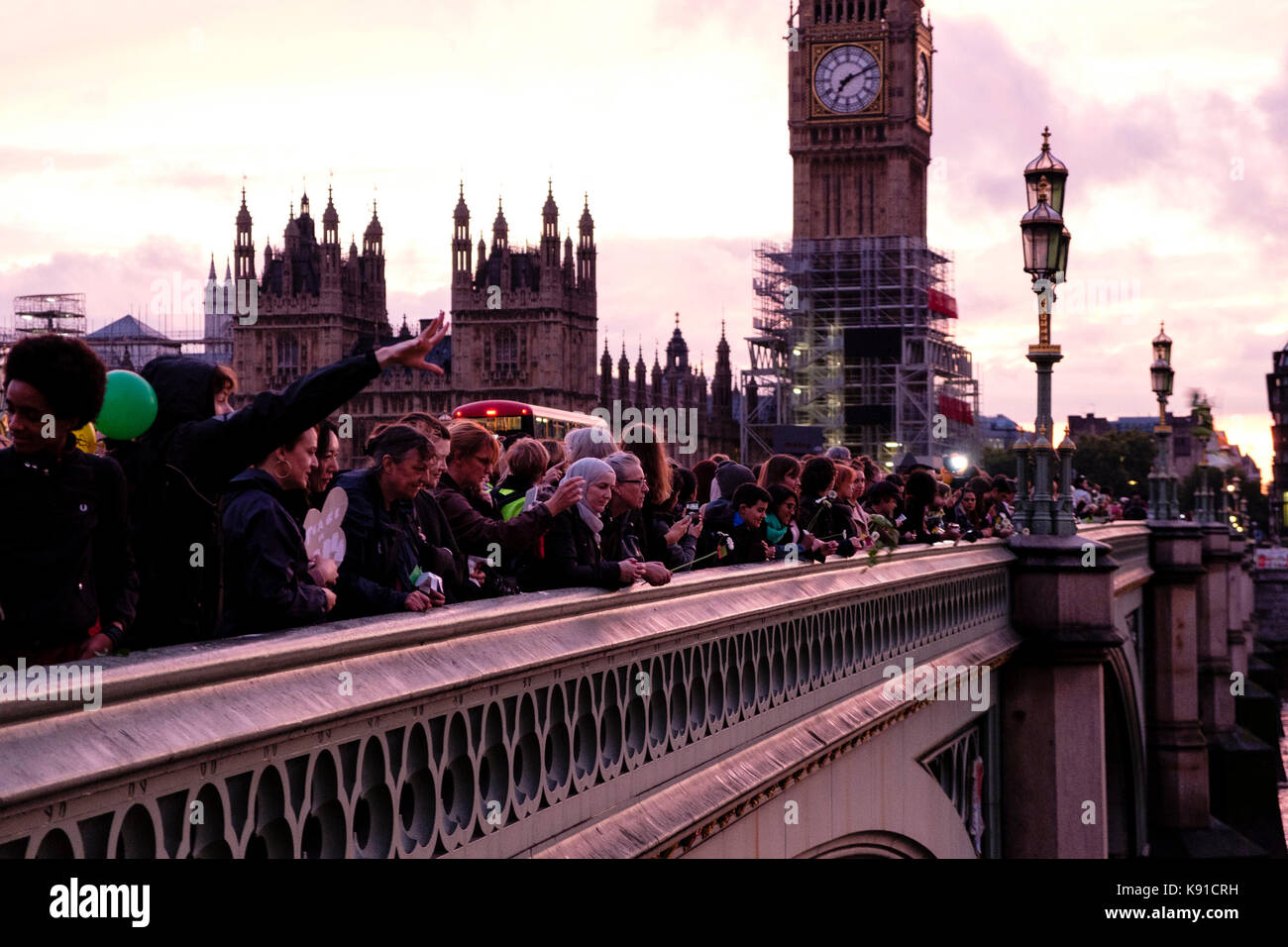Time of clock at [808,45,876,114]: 7:11
